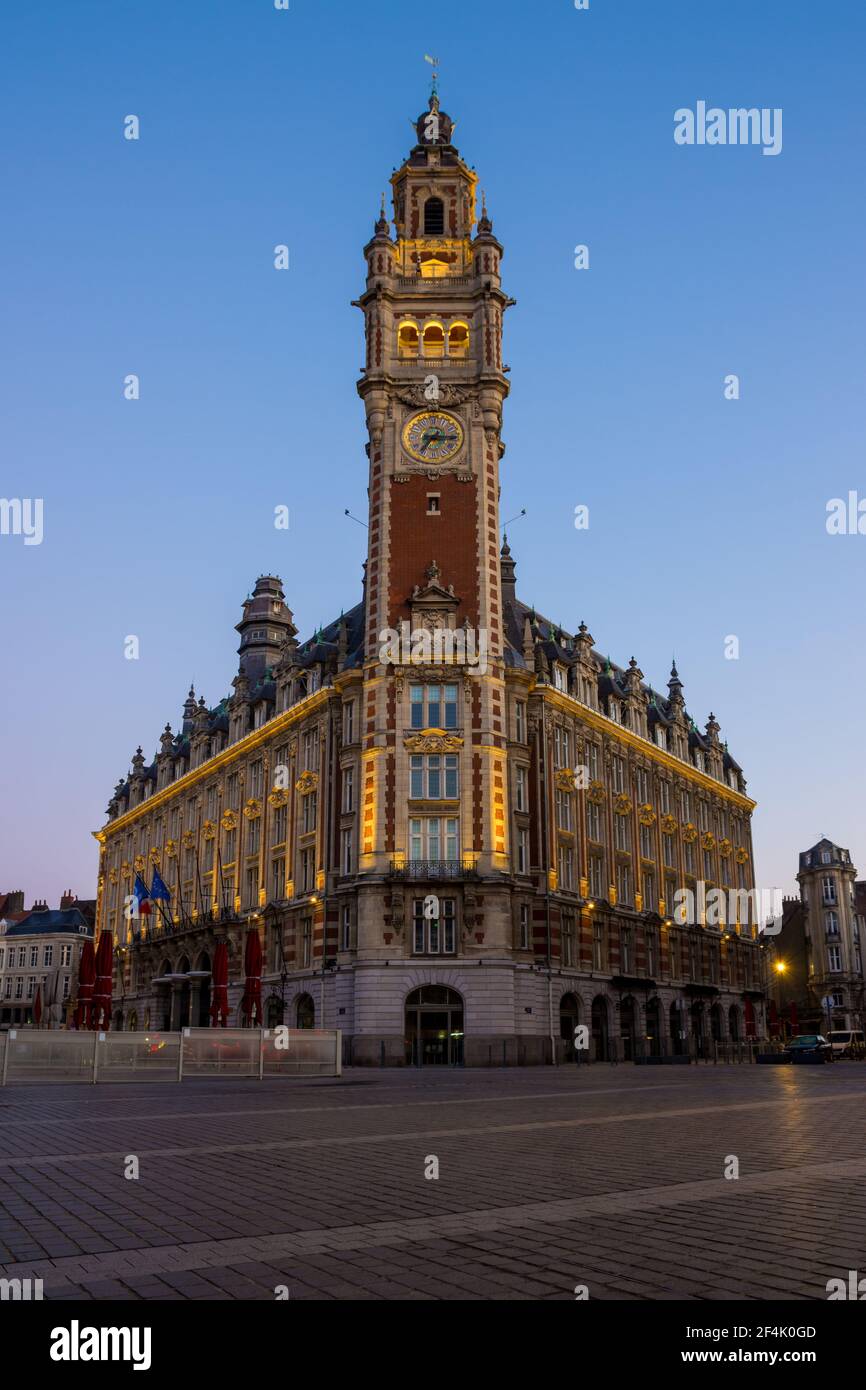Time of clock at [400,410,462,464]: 7:15
